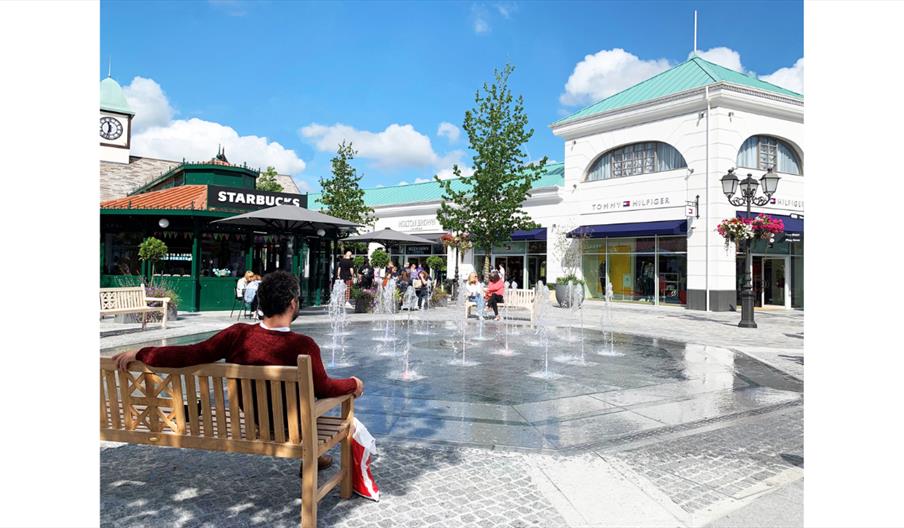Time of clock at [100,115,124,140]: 11:32
